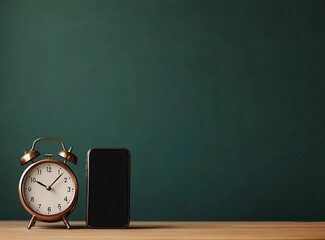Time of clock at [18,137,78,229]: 10:07
